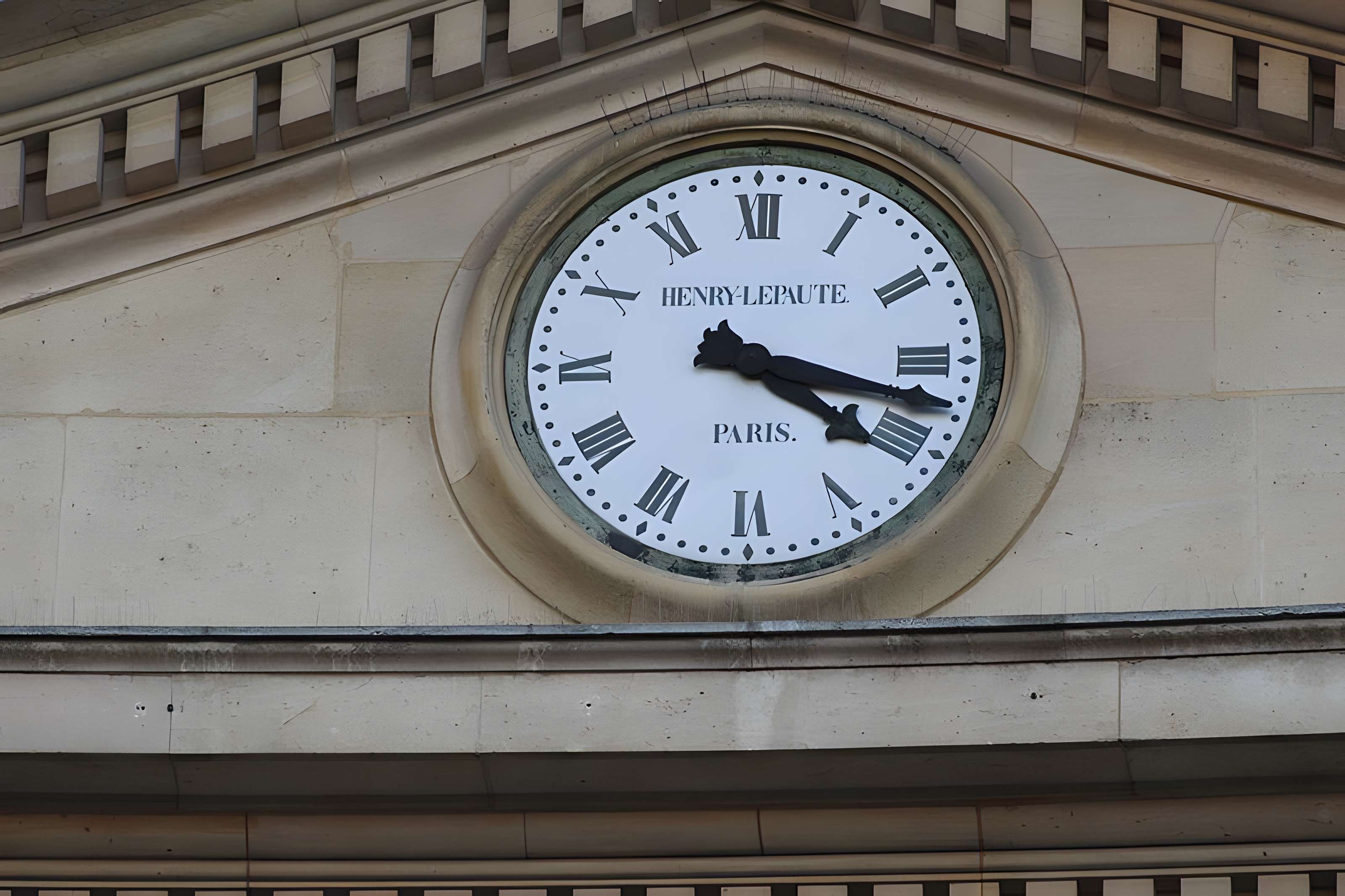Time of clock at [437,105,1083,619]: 4:17
